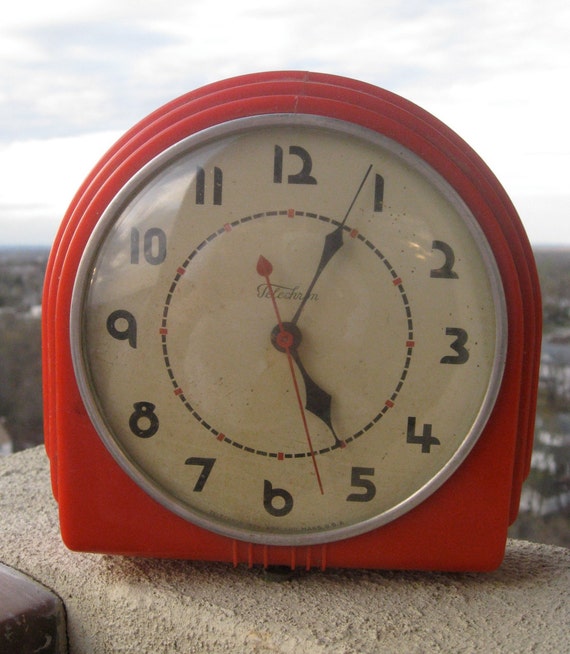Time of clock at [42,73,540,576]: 5:04
